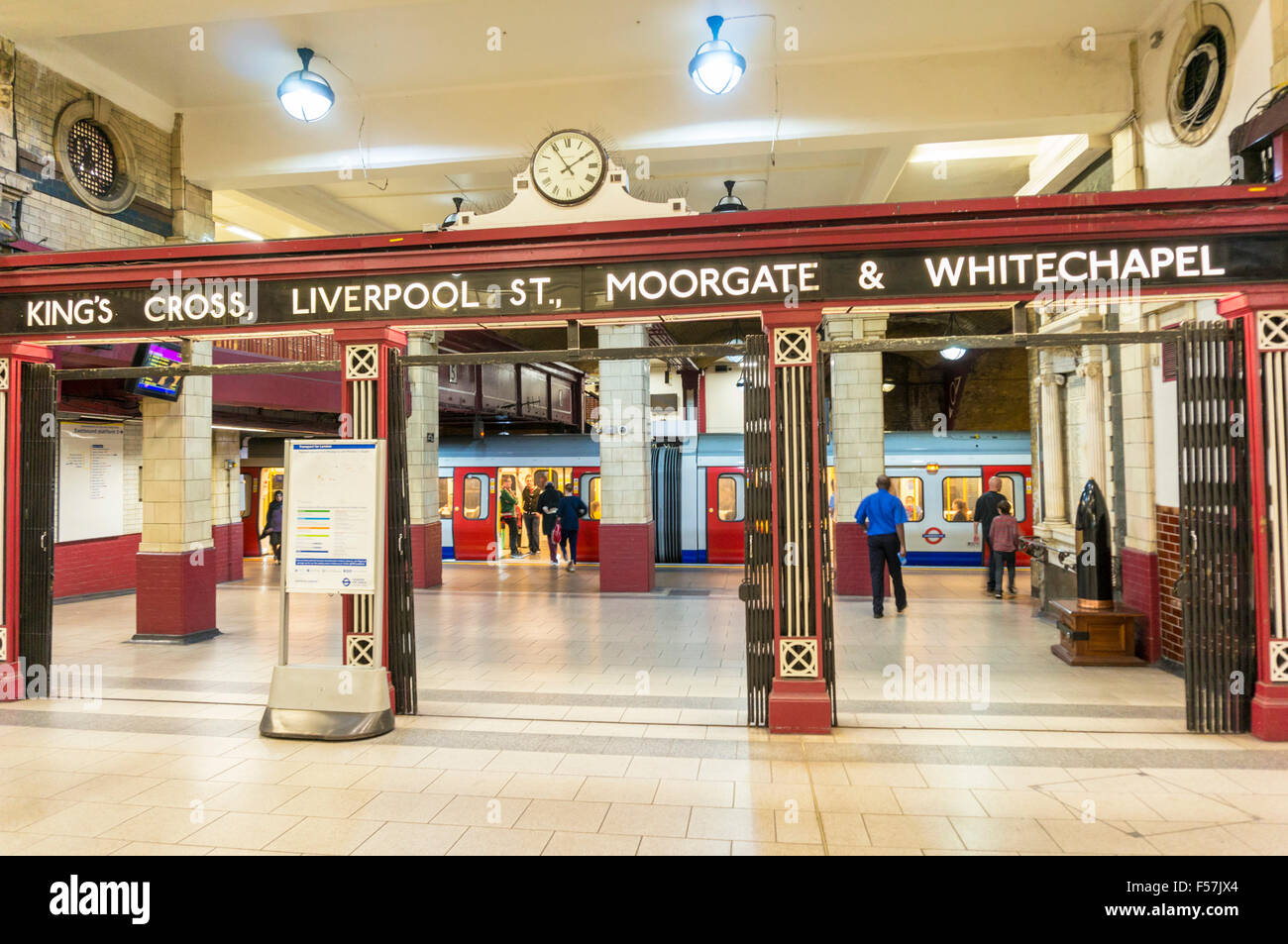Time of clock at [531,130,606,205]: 1:54
